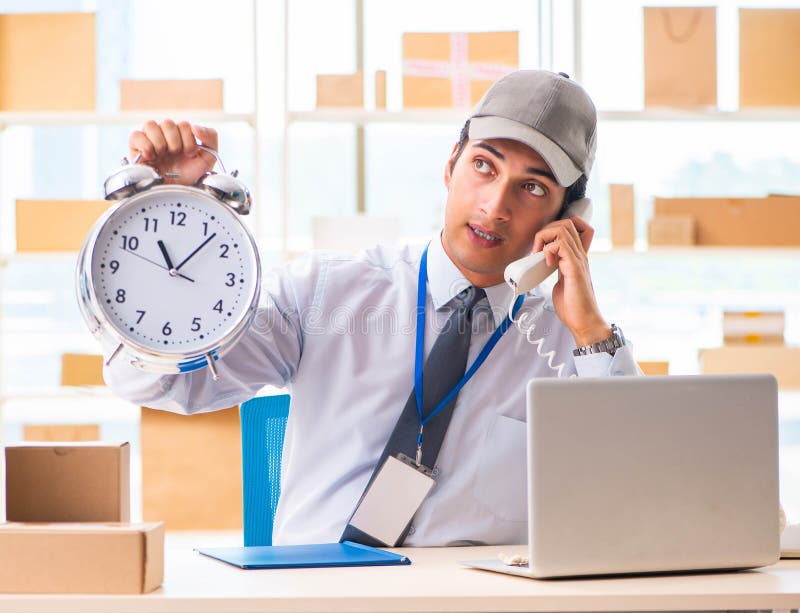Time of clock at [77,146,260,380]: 11:07
